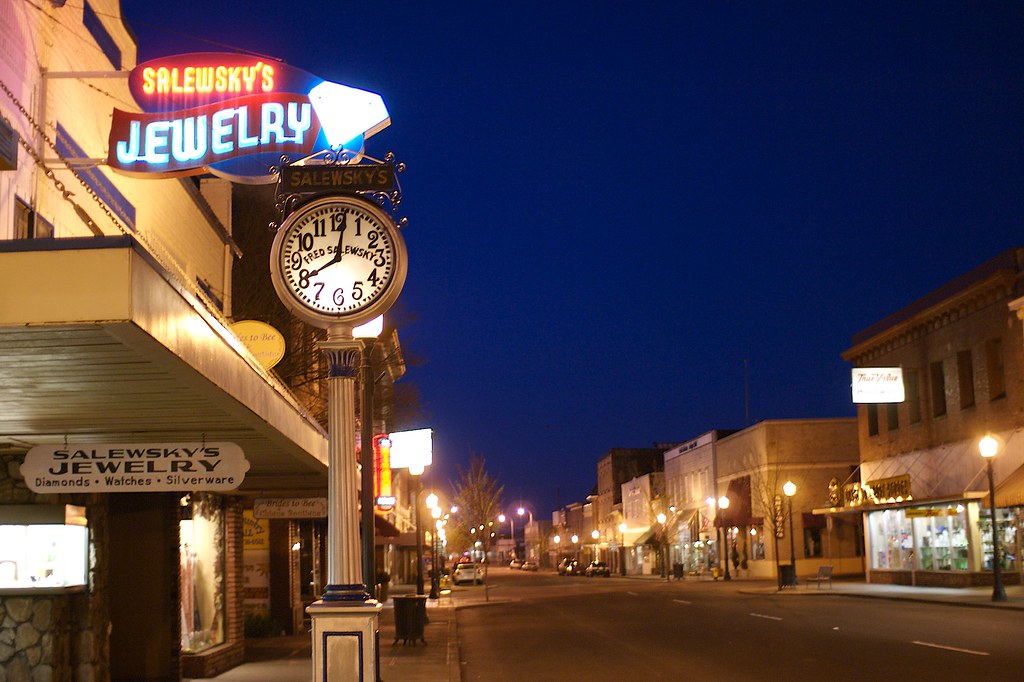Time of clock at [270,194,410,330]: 8:01
